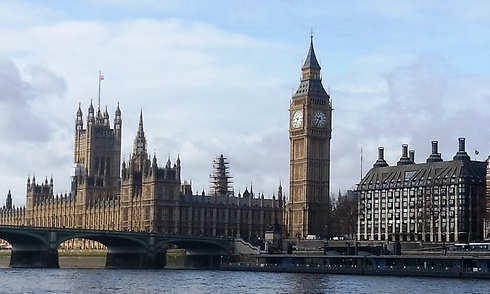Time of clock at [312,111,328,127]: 9:35
